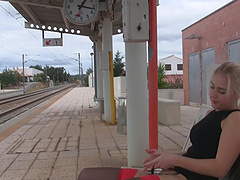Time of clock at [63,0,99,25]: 1:17
